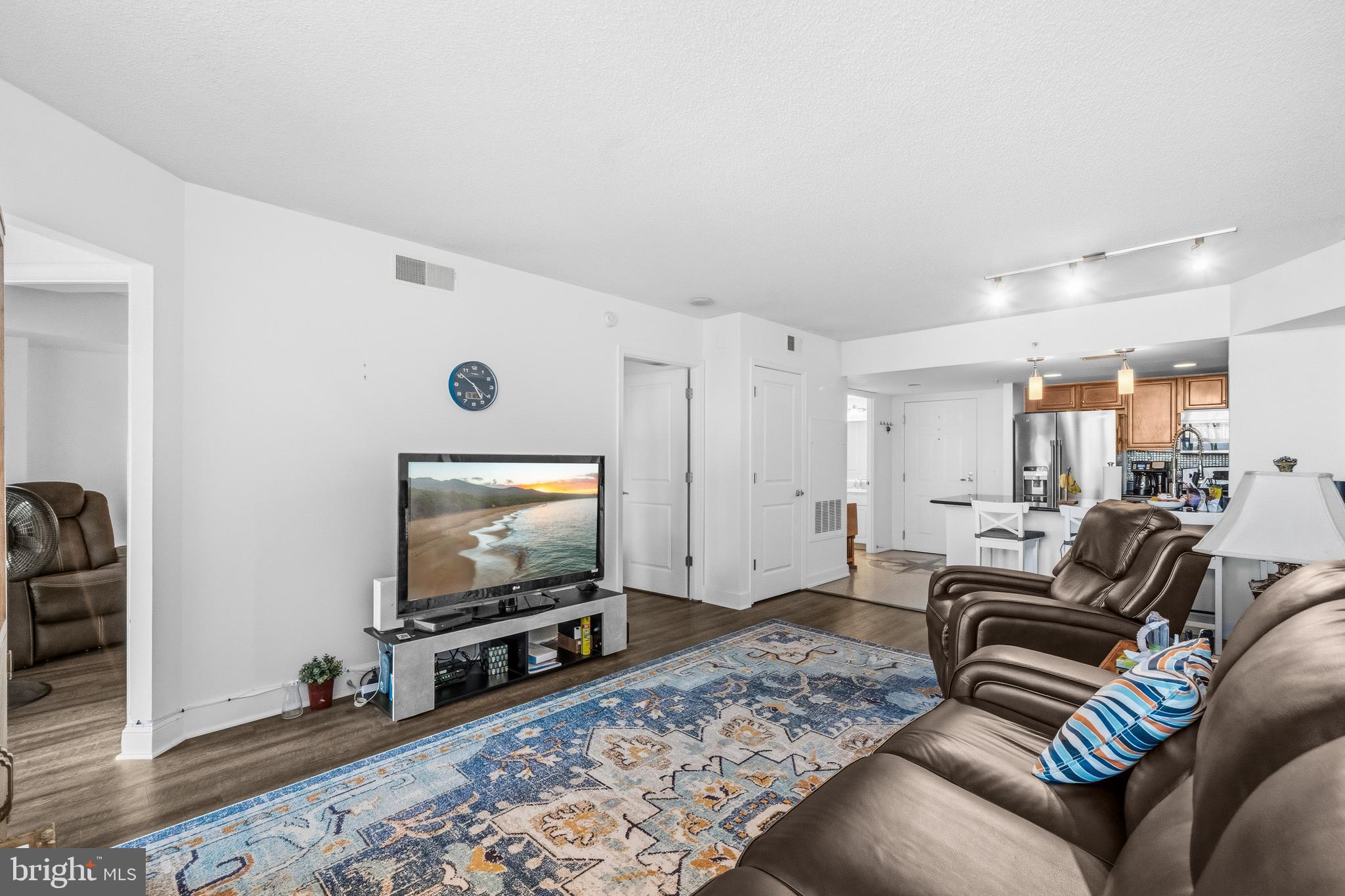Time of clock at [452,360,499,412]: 4:51
